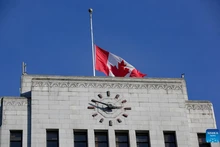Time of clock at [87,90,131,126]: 2:48
